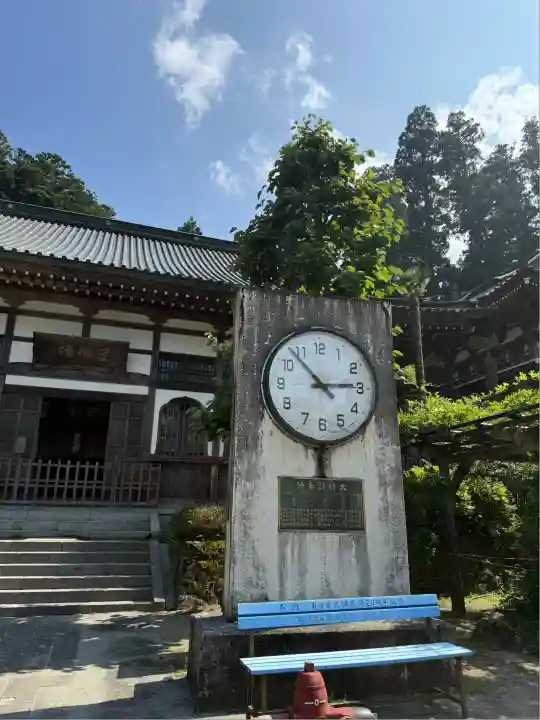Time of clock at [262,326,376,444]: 2:53
